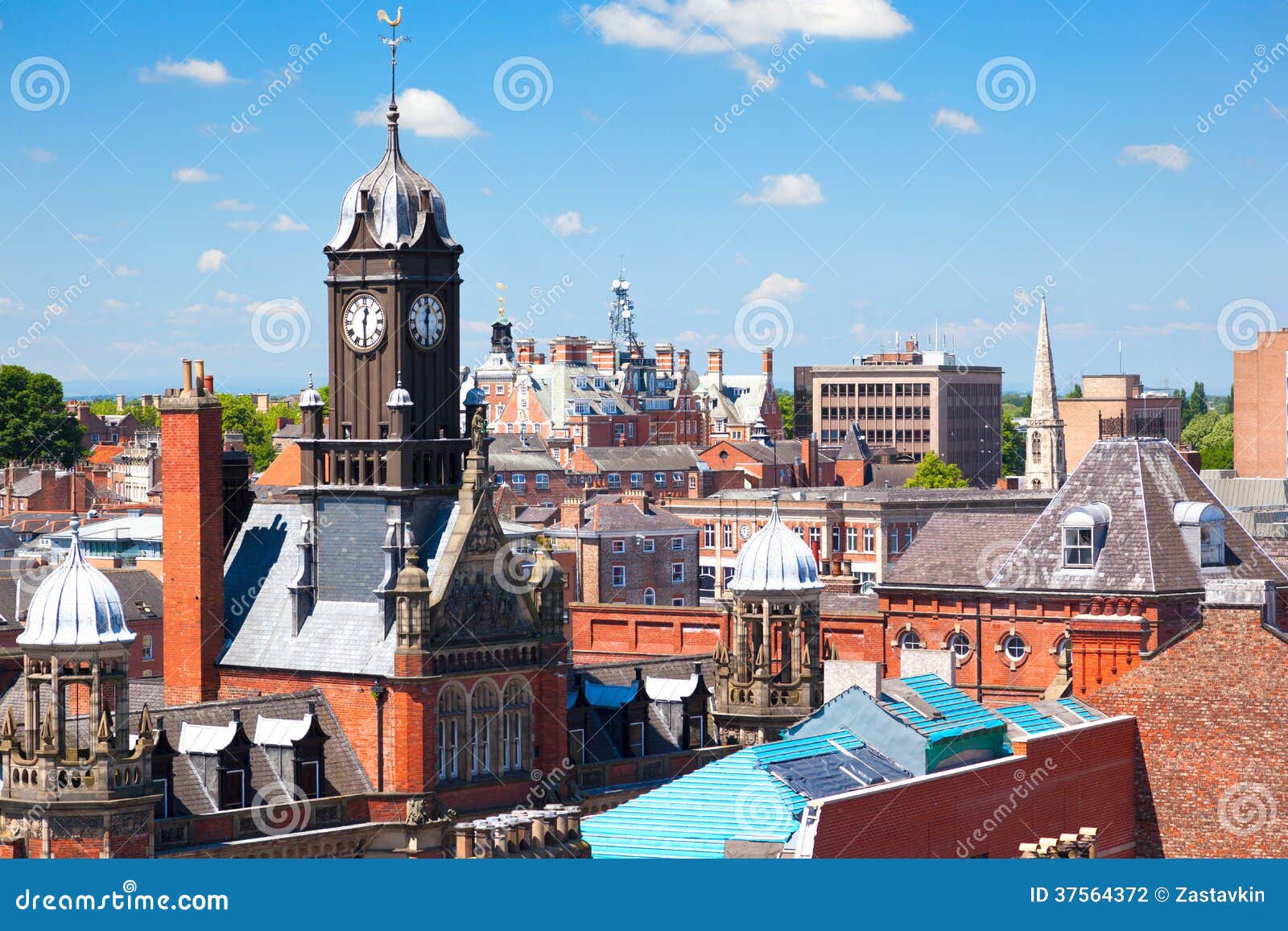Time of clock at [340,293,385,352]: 12:29
